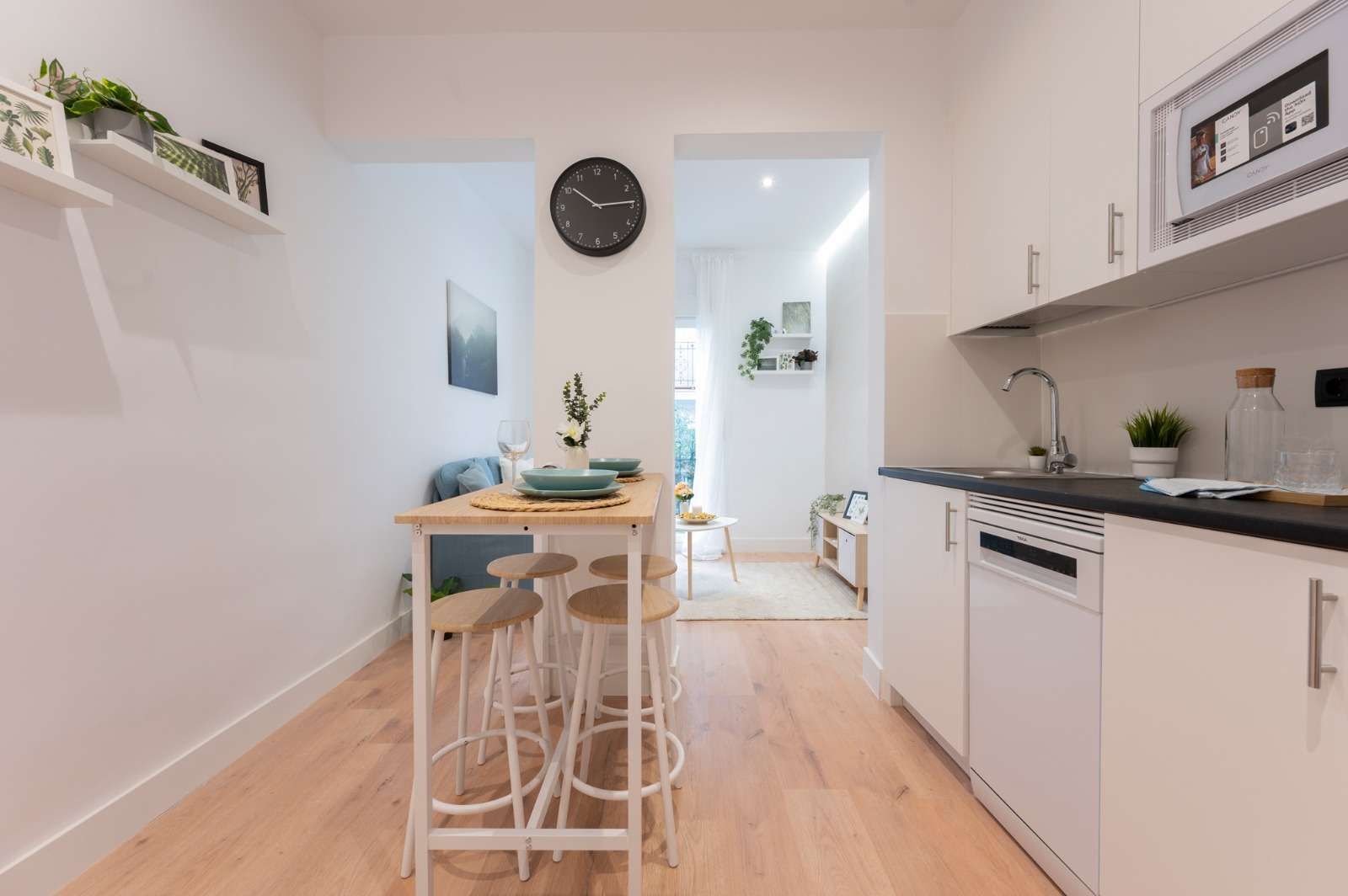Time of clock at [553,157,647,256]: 10:14
